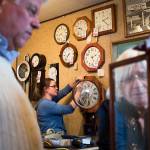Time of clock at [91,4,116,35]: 2:22
